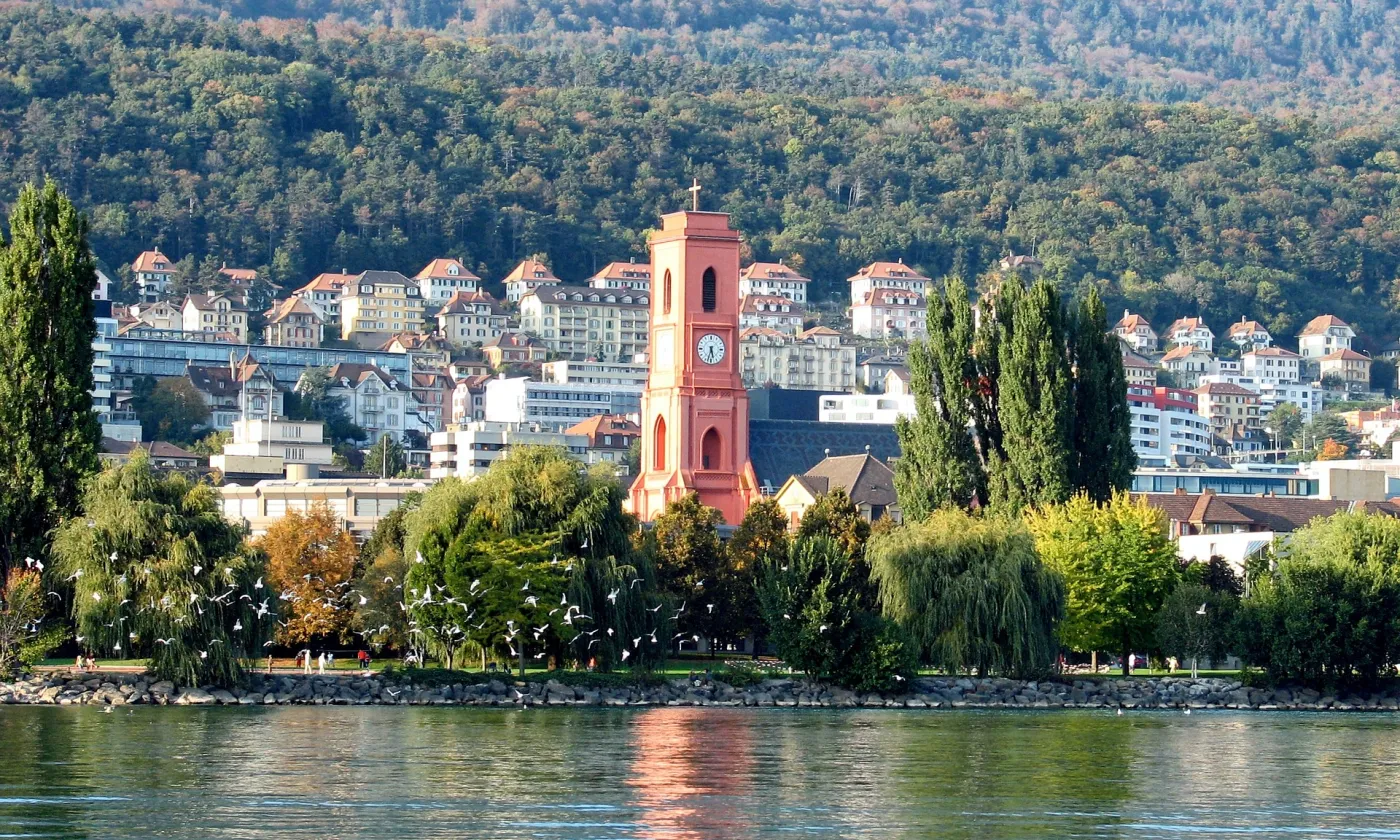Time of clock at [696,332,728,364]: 5:33
